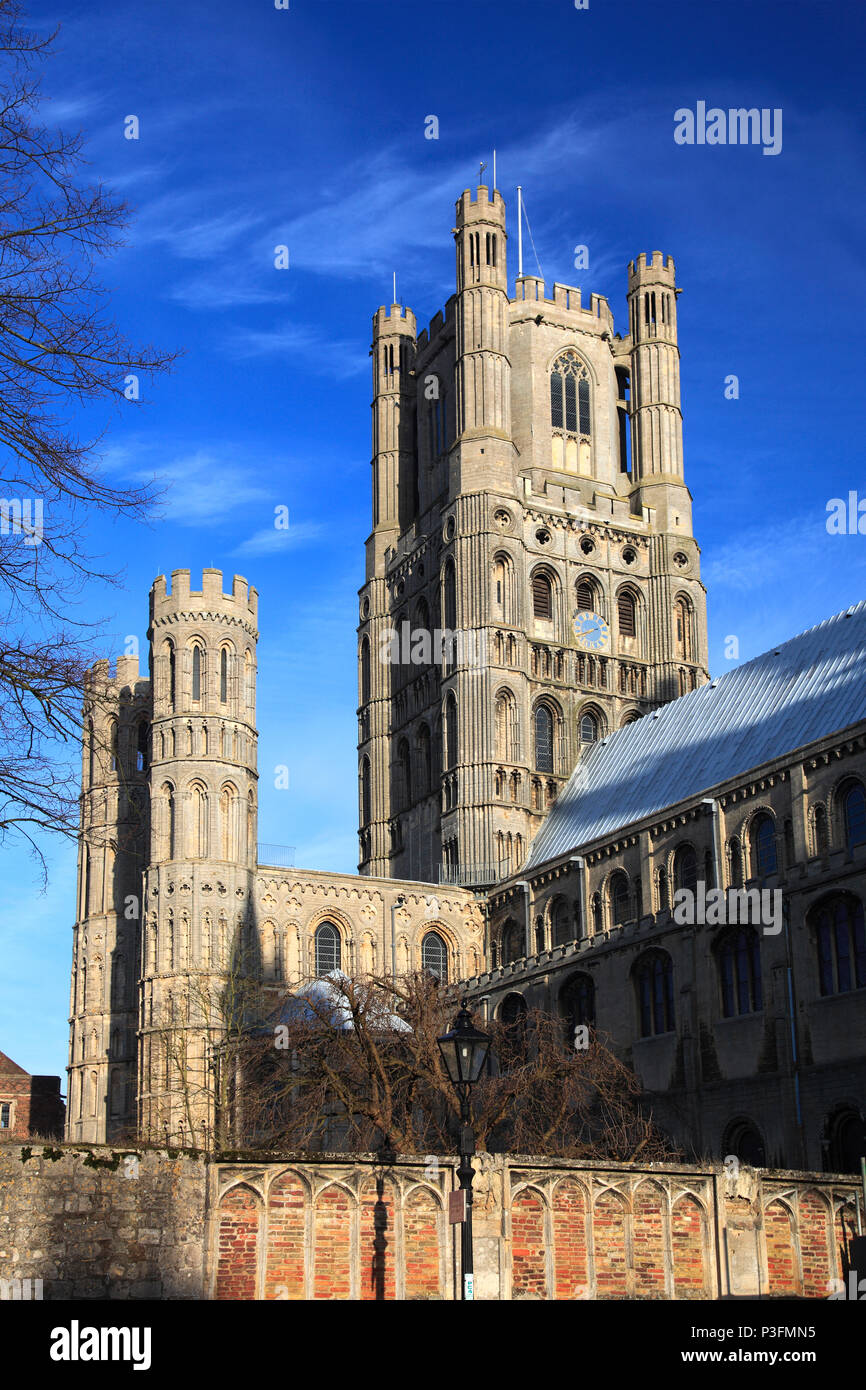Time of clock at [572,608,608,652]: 7:40
